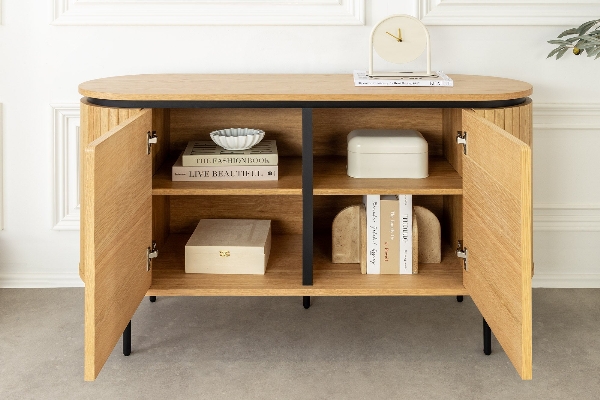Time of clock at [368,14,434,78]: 11:50
